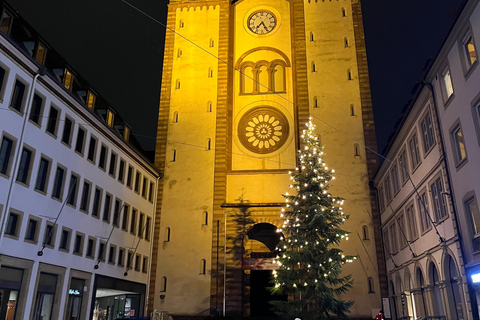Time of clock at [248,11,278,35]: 7:25
